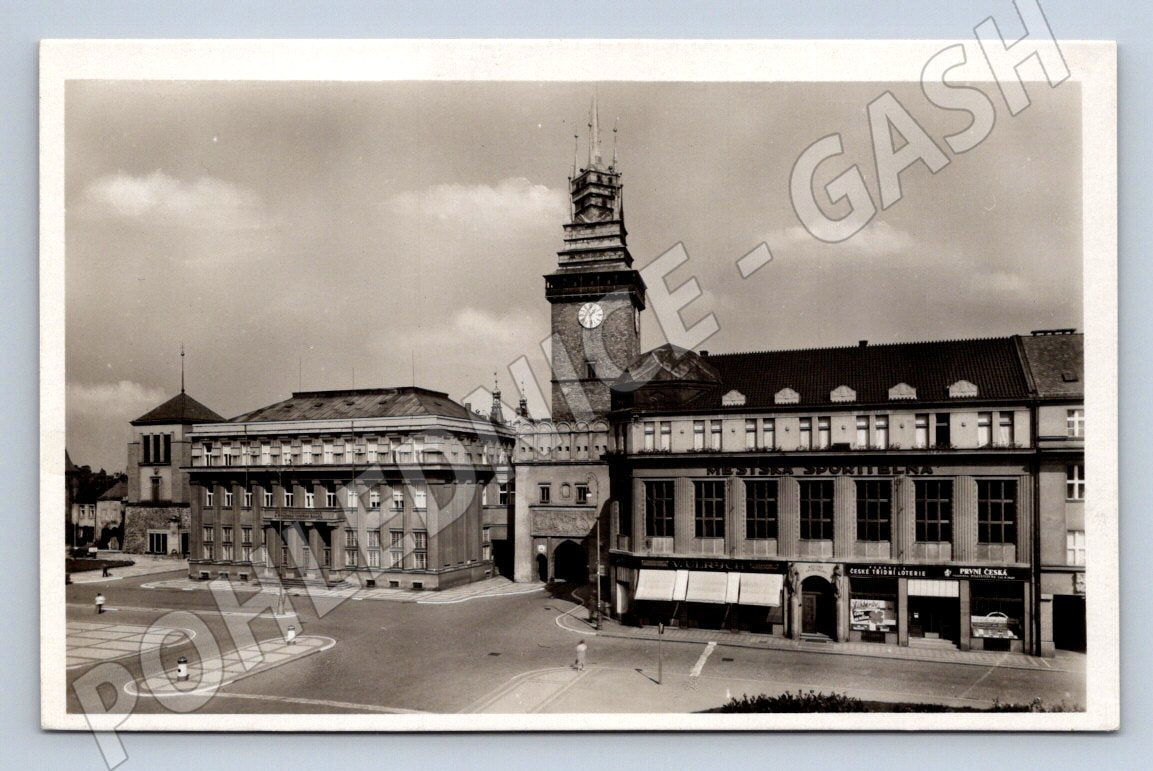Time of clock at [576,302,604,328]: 1:28
